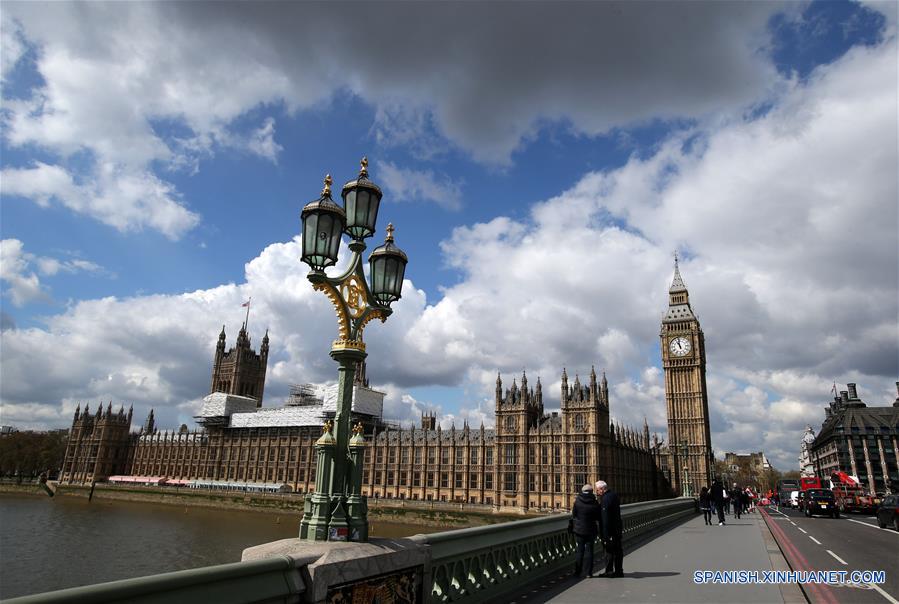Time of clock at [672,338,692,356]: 10:58
